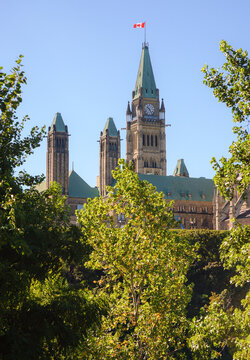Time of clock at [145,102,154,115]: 10:24
